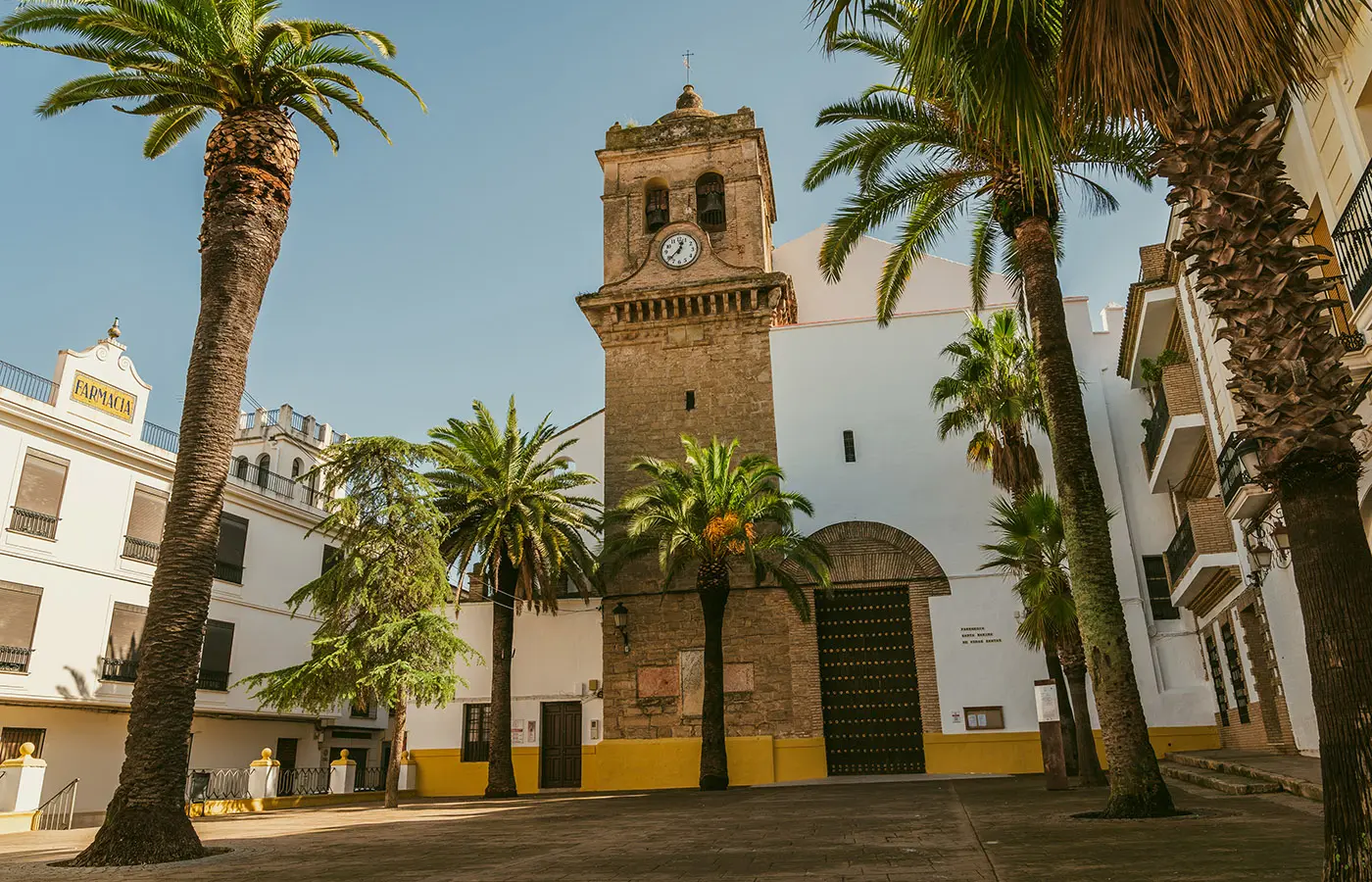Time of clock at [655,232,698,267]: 12:37
